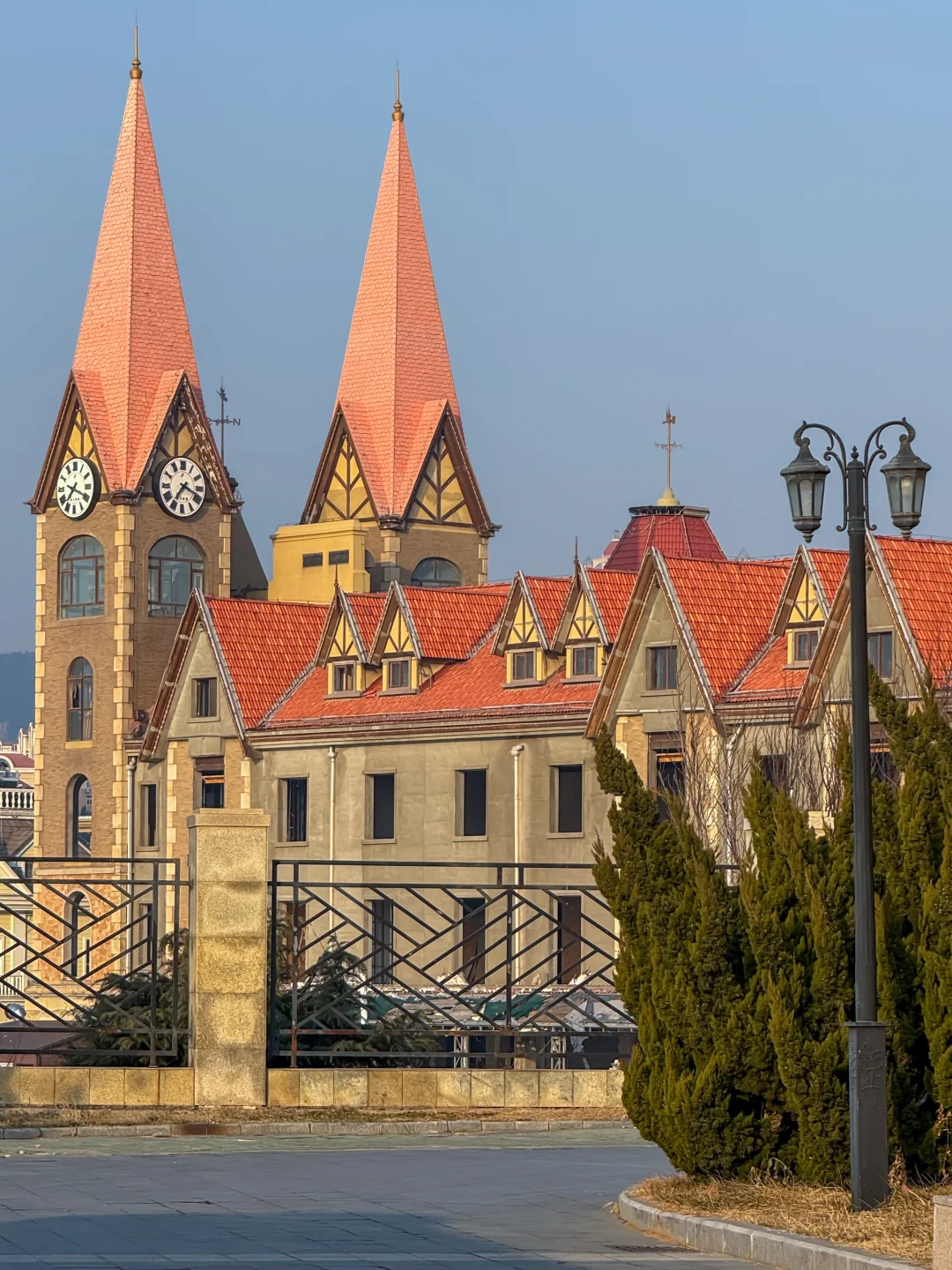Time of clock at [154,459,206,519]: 7:18
